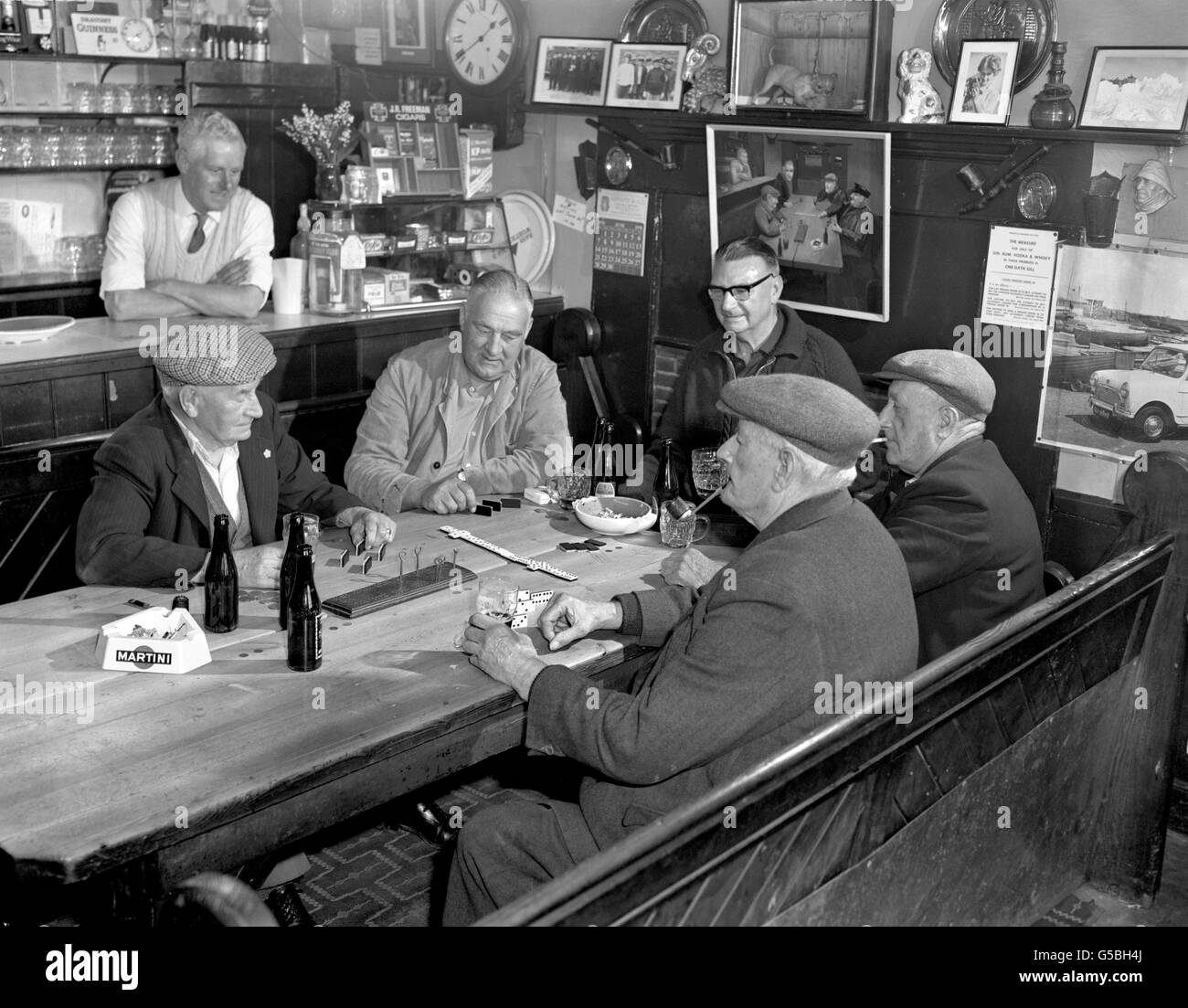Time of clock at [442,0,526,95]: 1:39
